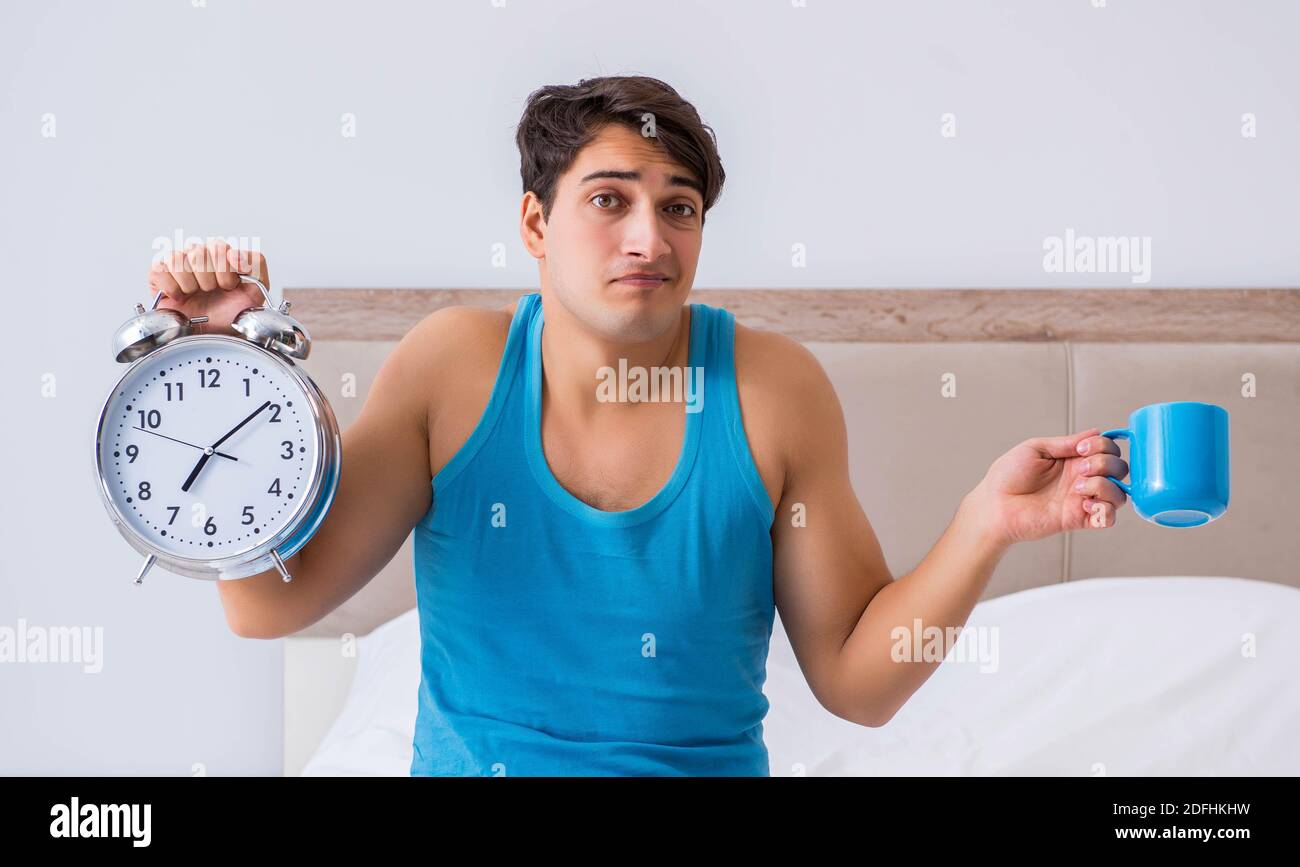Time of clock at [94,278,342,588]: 7:08
